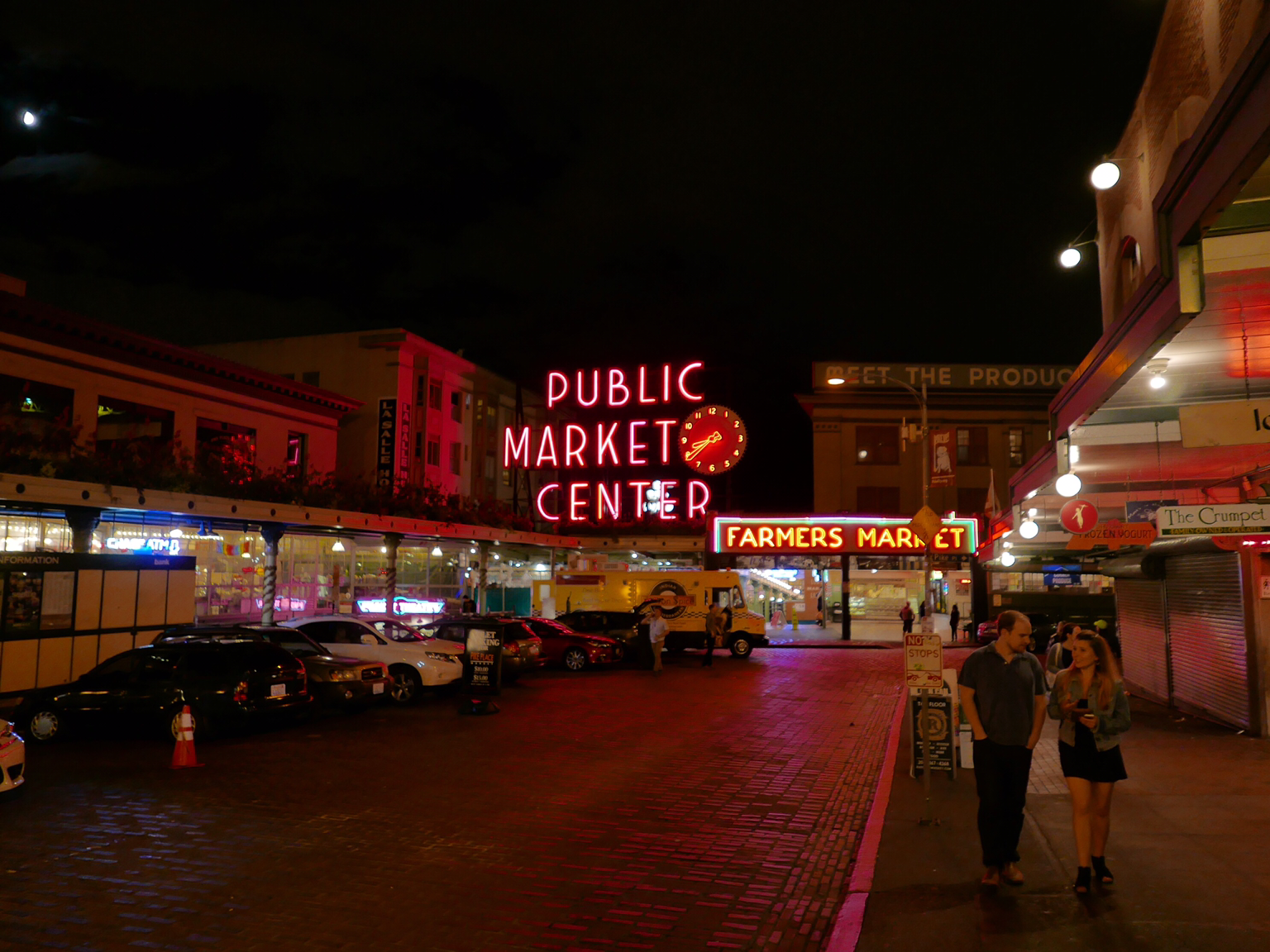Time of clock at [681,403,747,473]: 8:38
